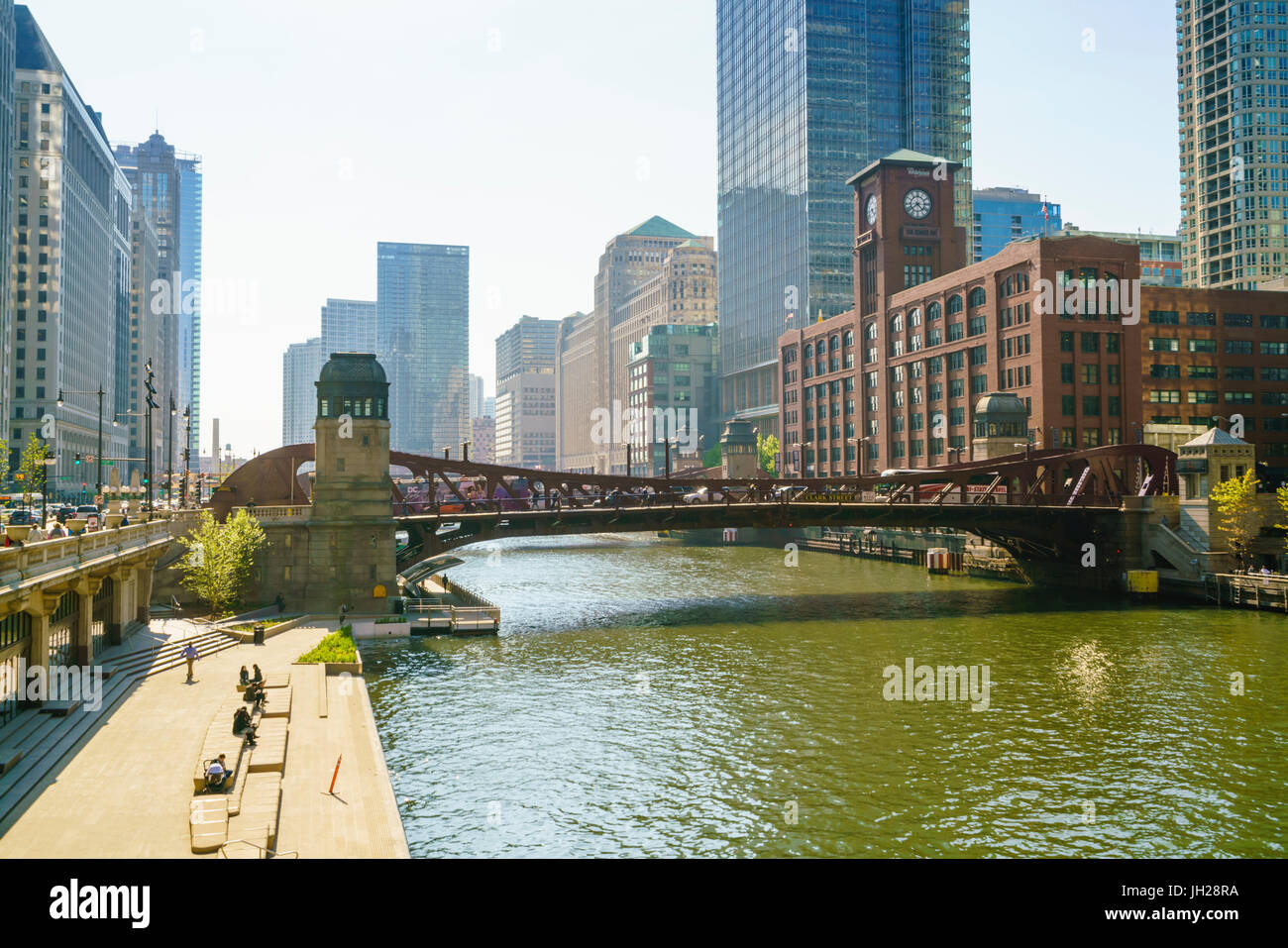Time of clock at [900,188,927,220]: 4:38
